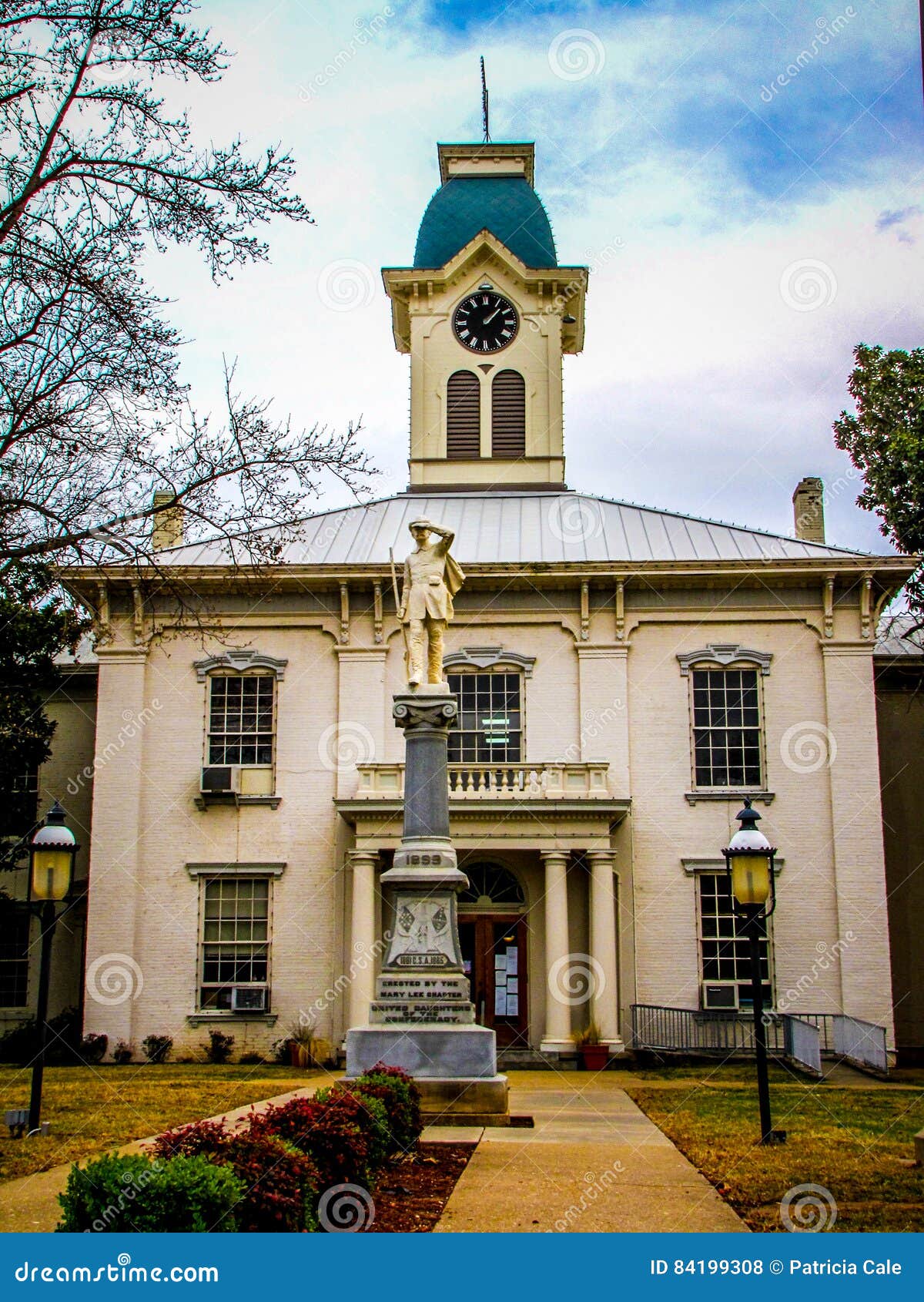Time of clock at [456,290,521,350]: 1:07
